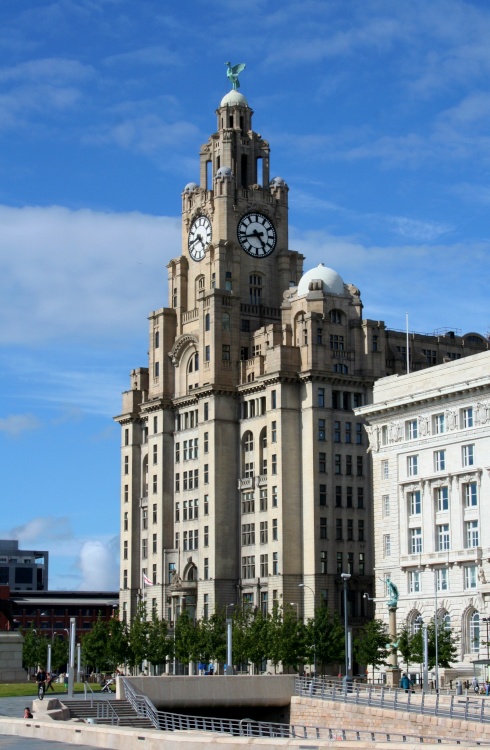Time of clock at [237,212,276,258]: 4:42
